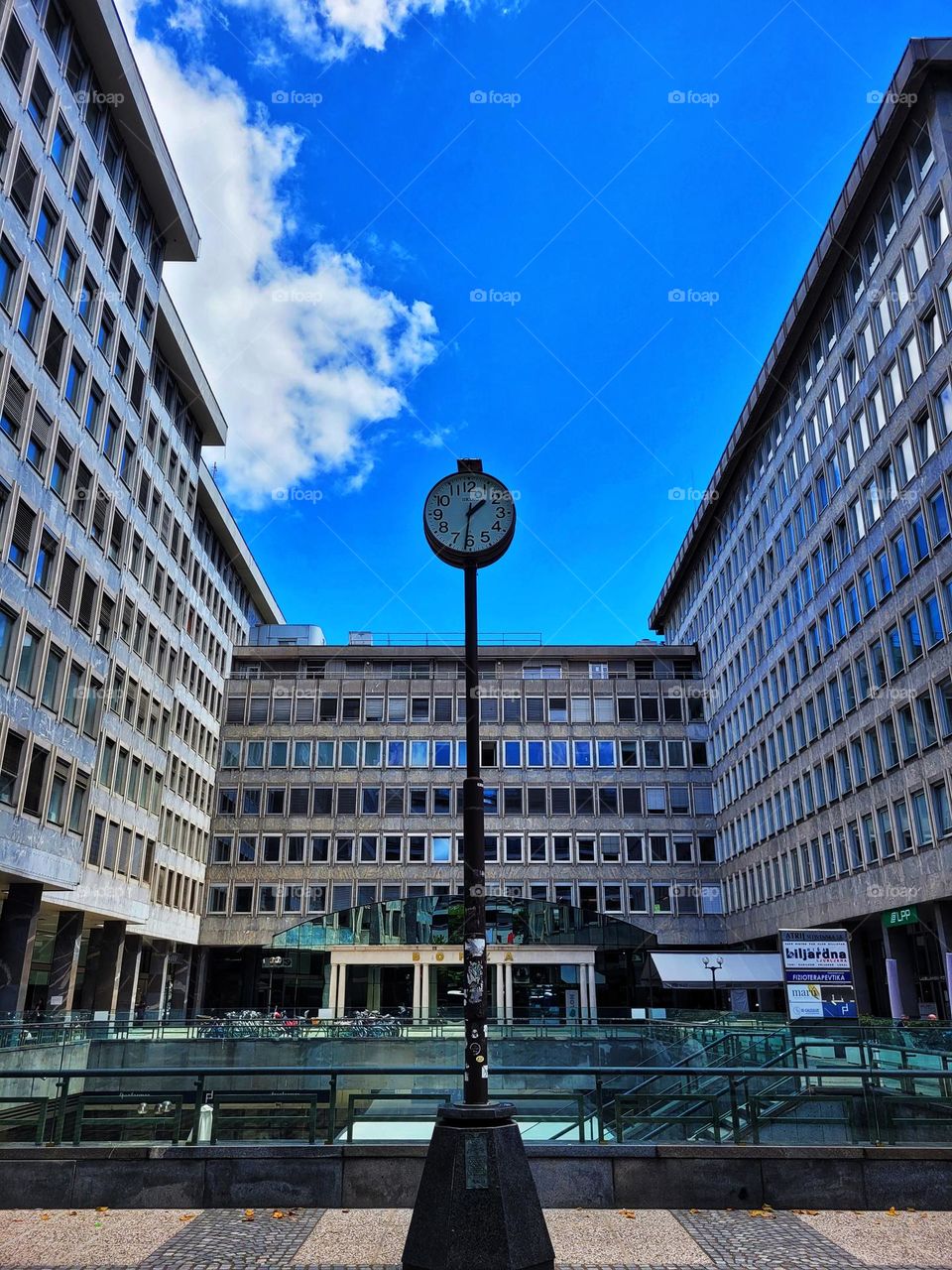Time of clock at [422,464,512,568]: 1:31
